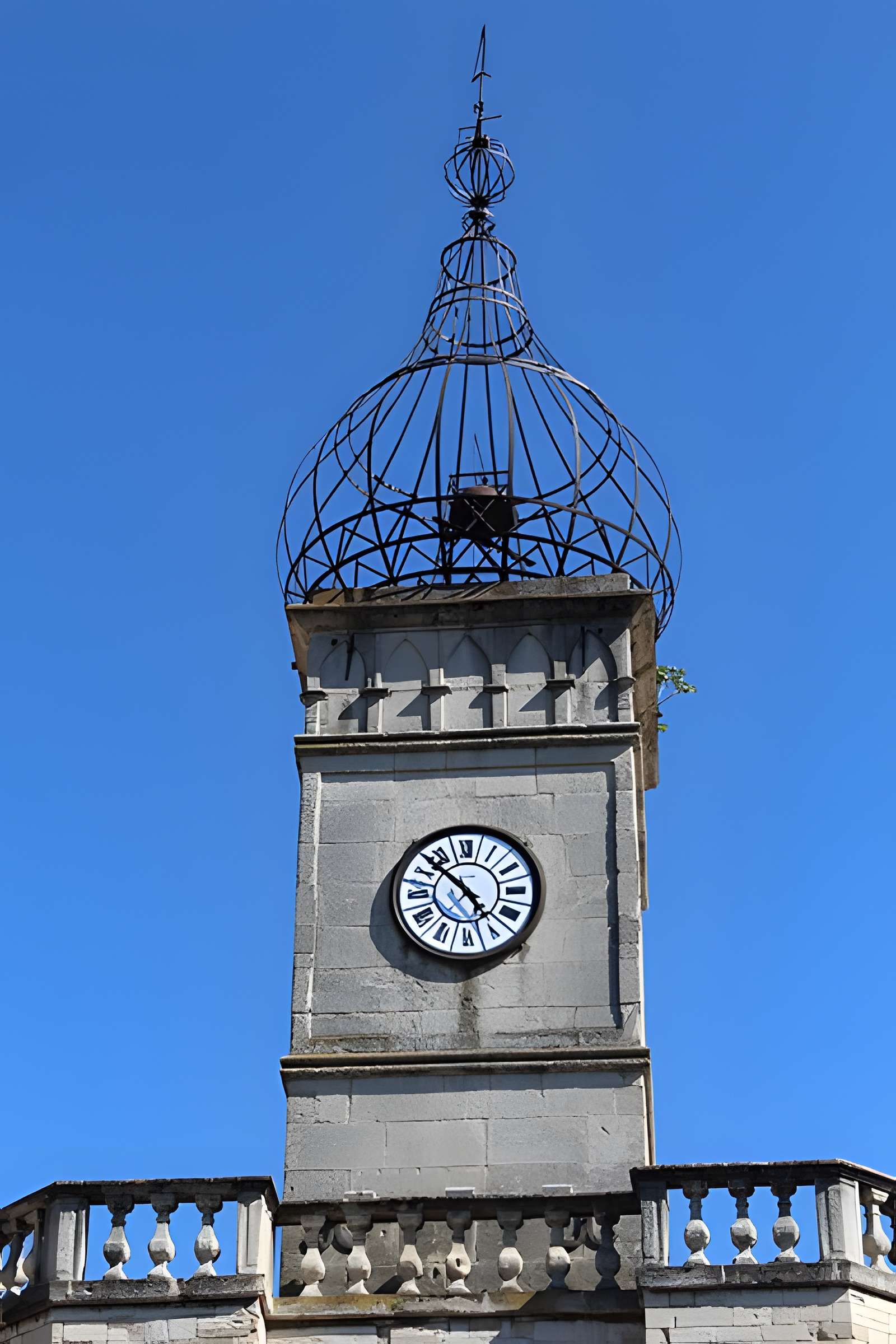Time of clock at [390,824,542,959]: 4:52
